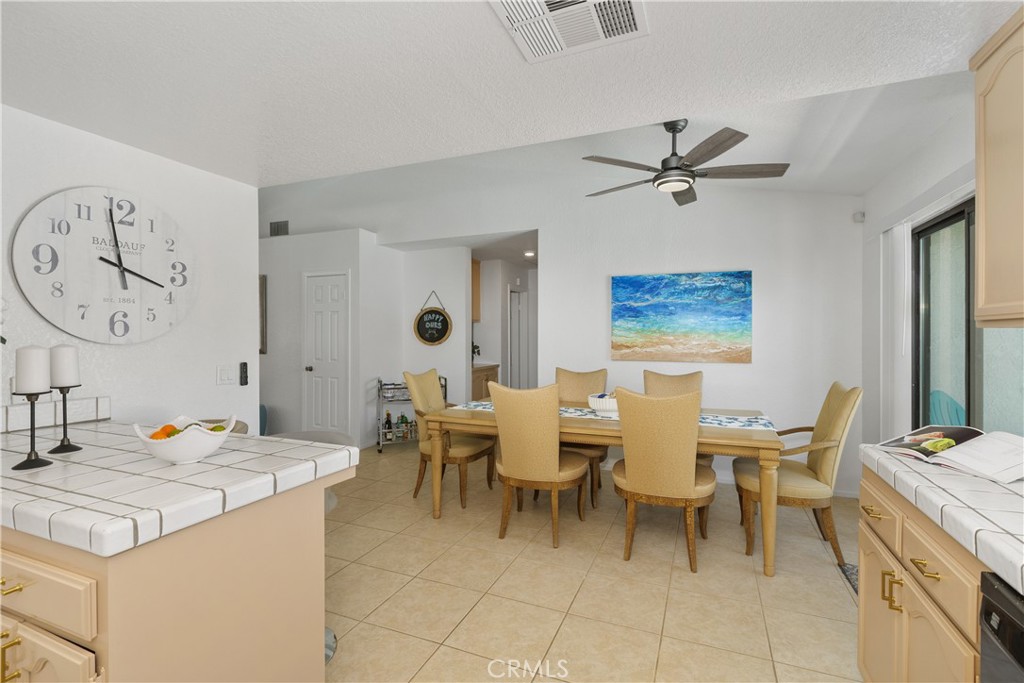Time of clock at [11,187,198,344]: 3:58
